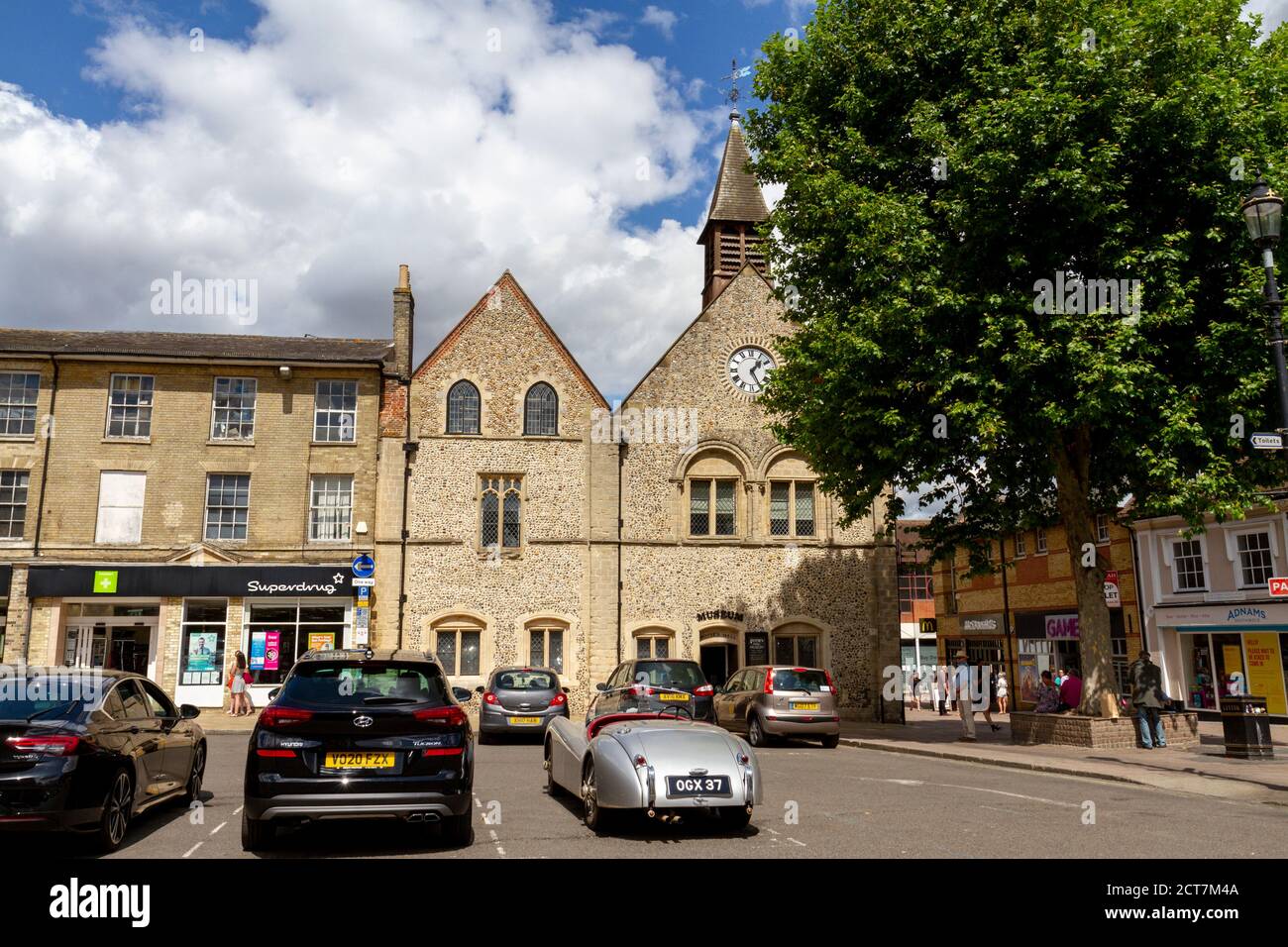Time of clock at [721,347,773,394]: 1:25
